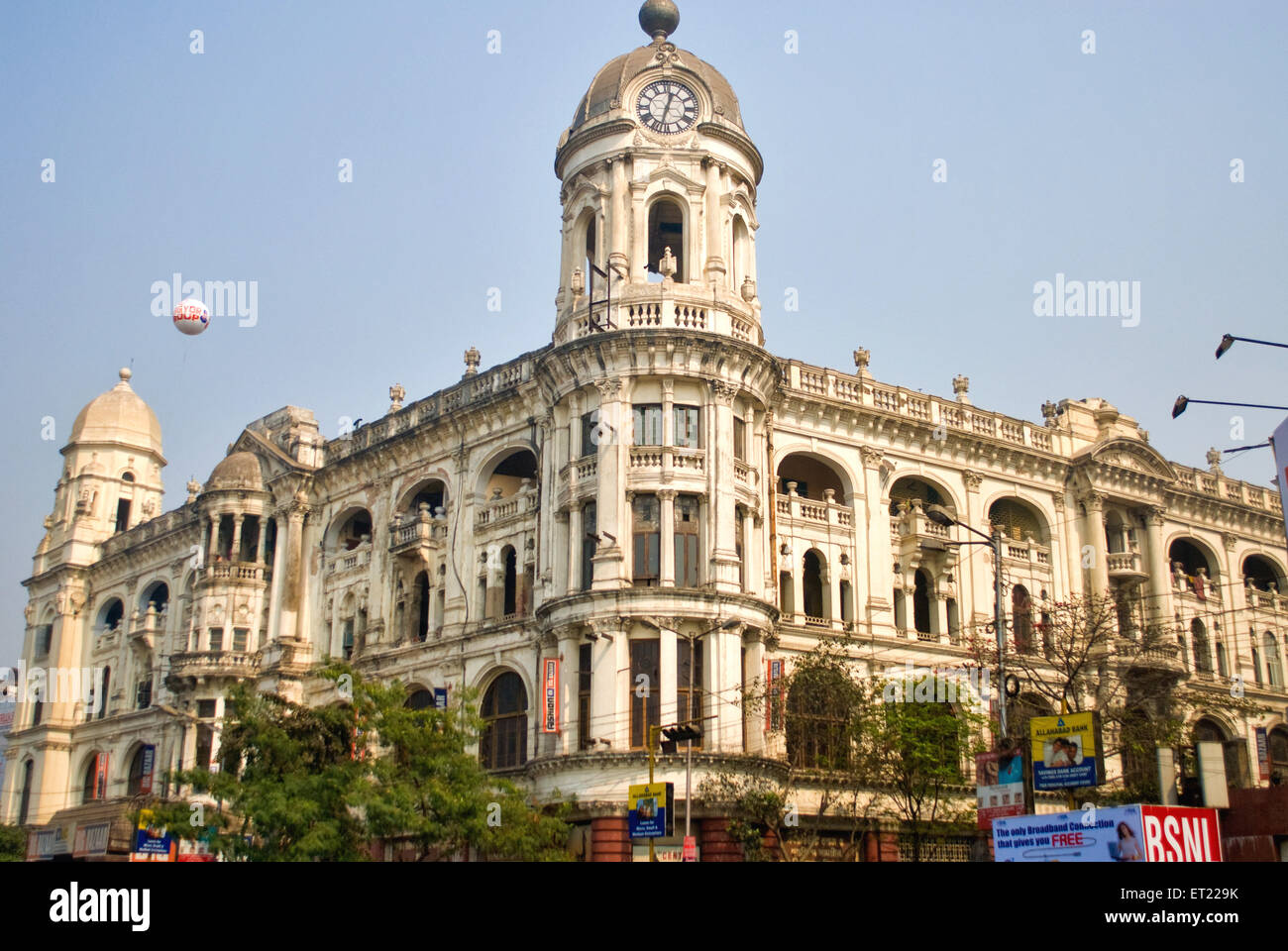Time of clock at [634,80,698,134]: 12:32
